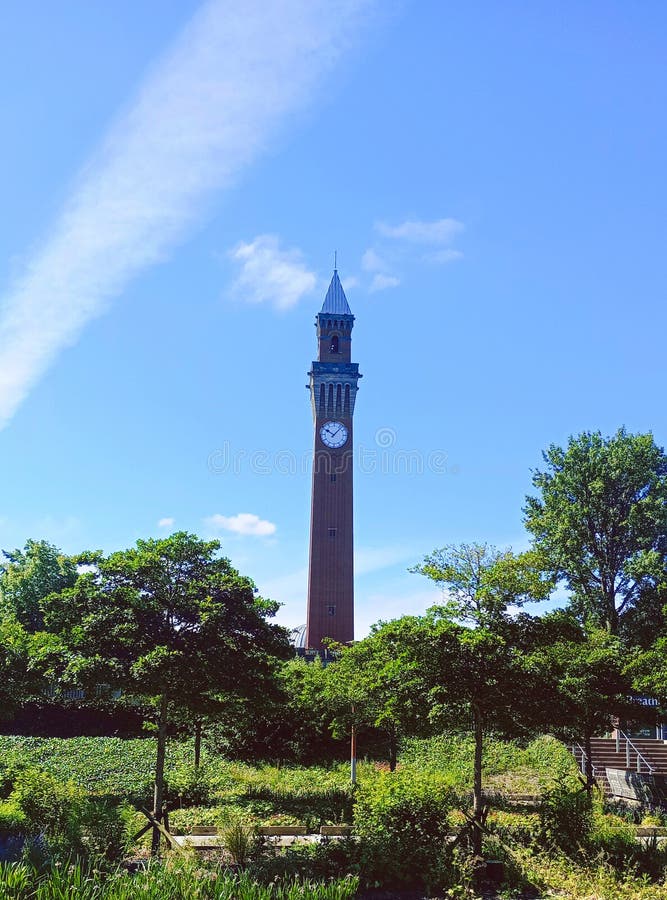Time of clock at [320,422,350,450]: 10:07
